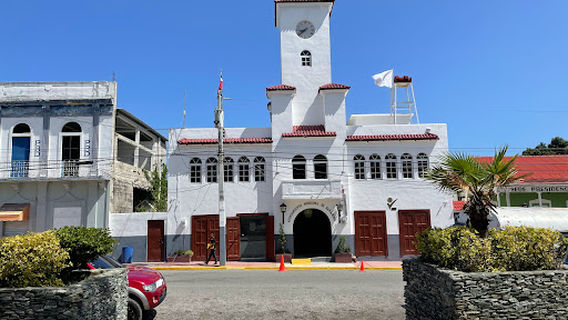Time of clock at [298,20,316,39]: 8:38
